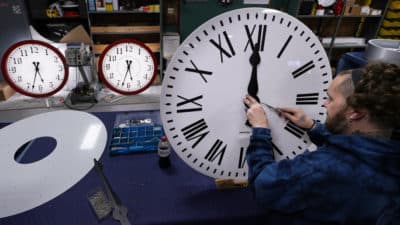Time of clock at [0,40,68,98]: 5:33
